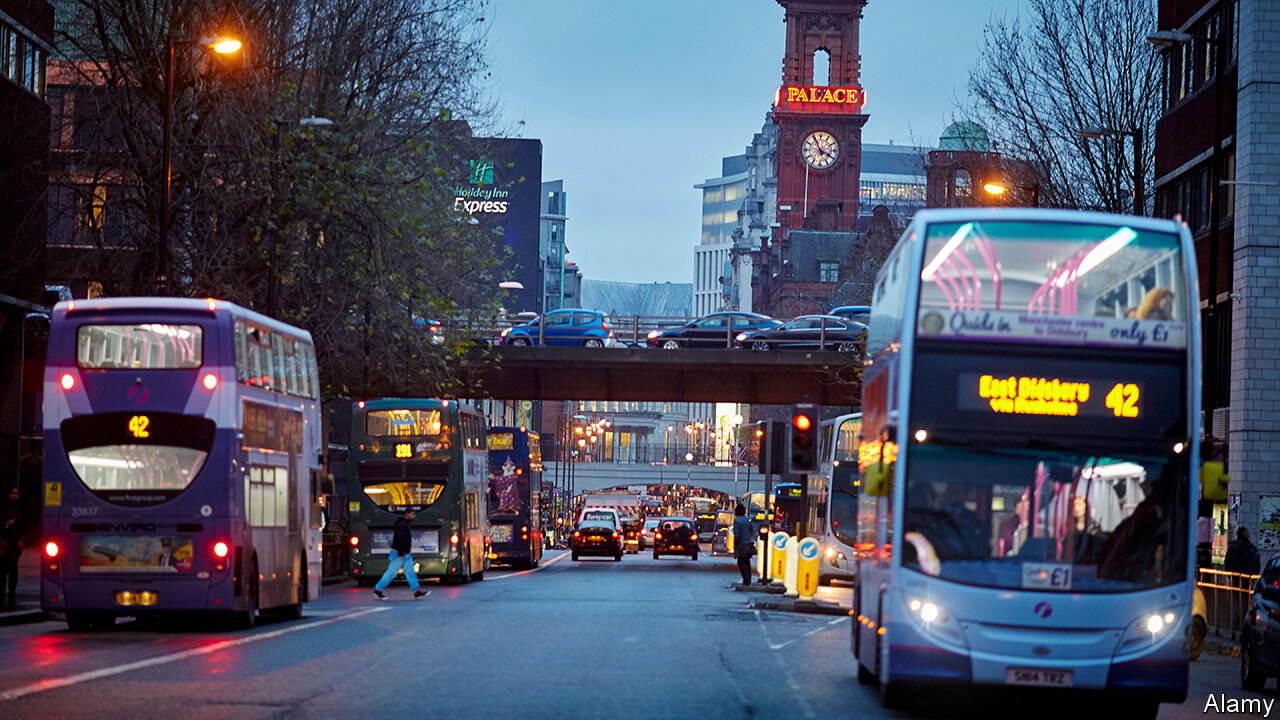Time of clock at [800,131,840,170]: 3:55
